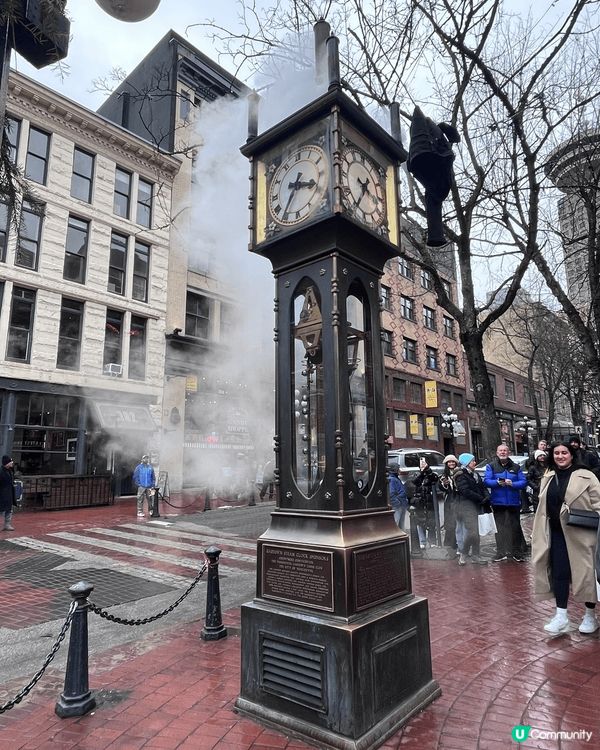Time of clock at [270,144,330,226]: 3:35
